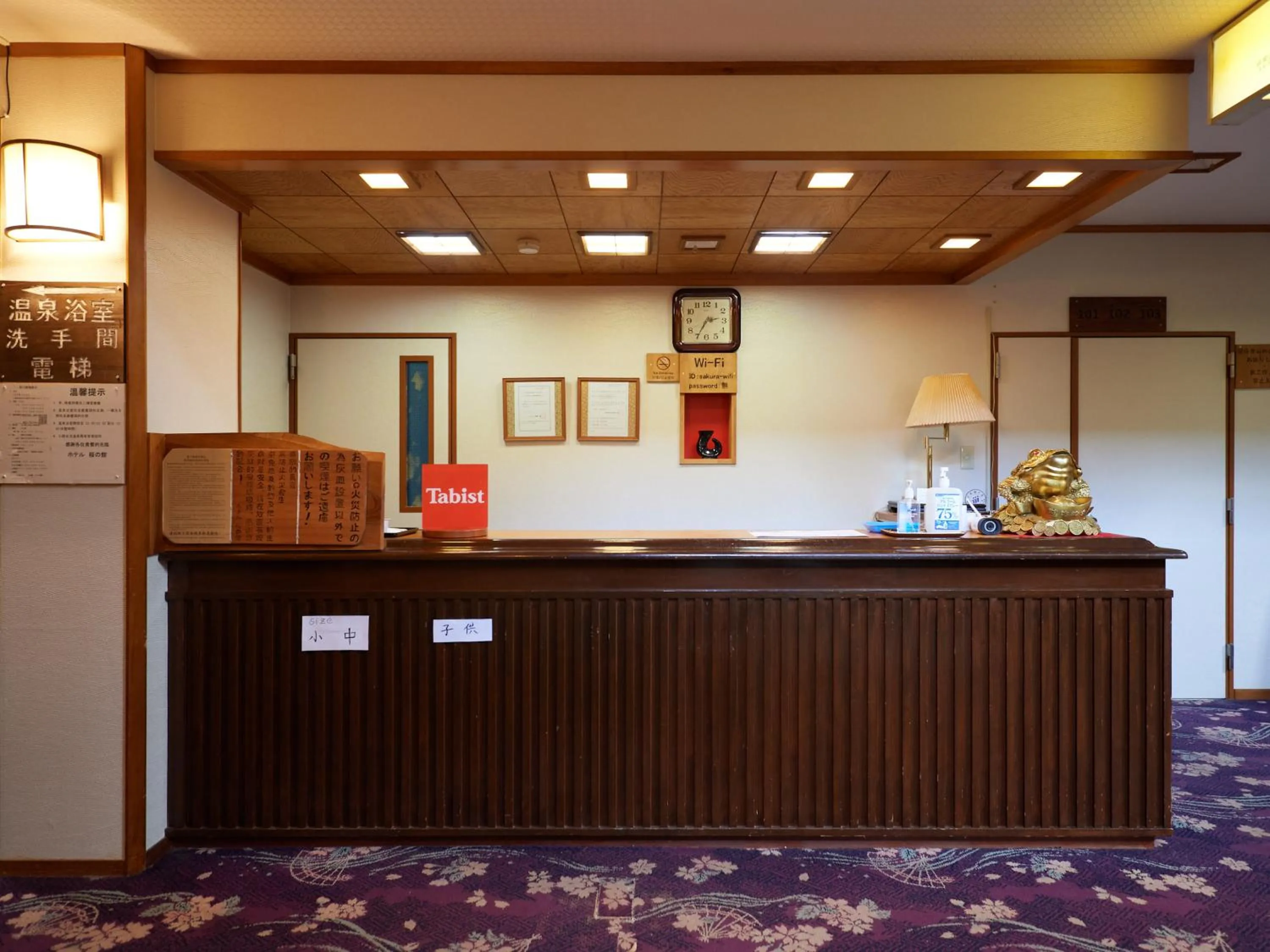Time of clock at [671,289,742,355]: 2:35
